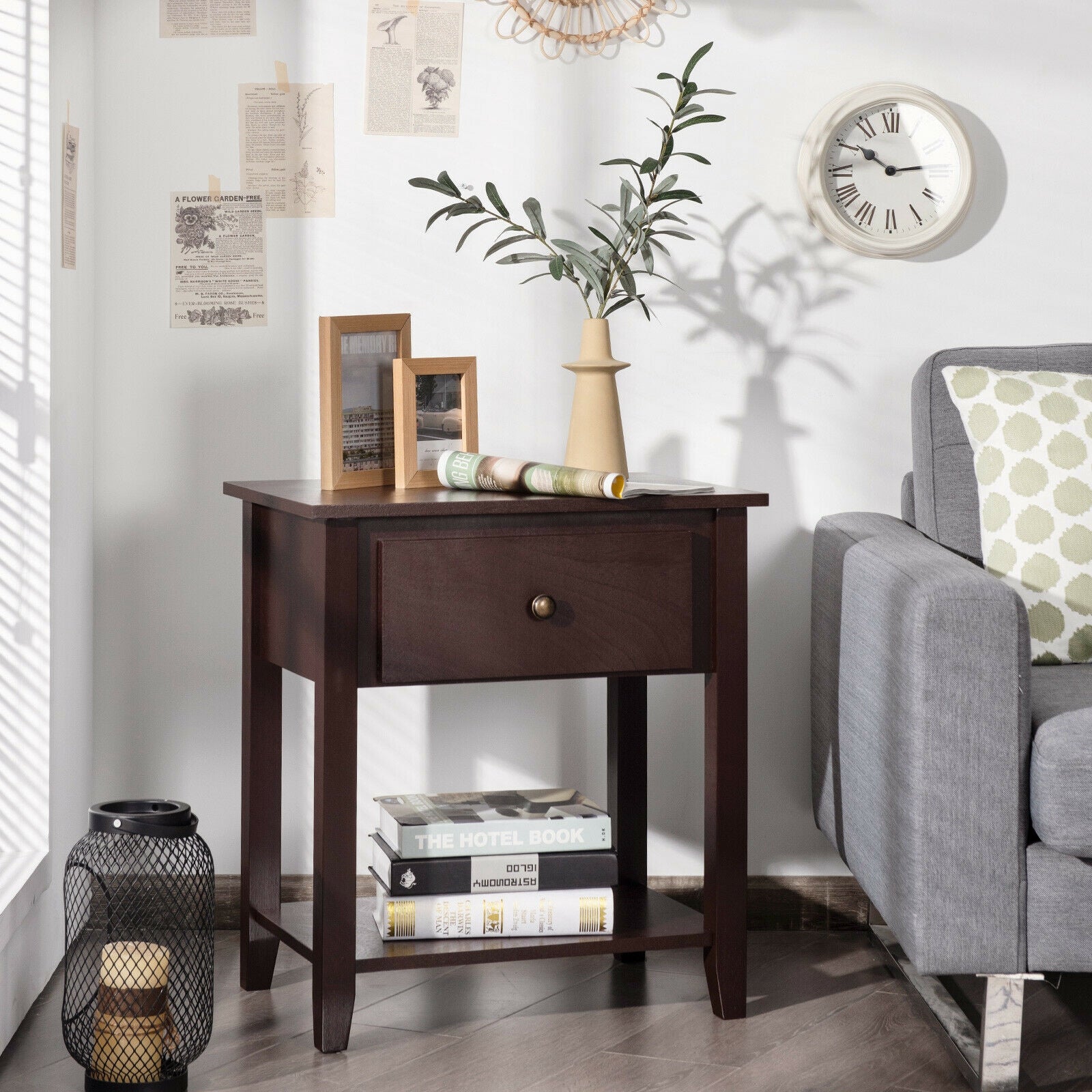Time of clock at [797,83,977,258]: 10:13
